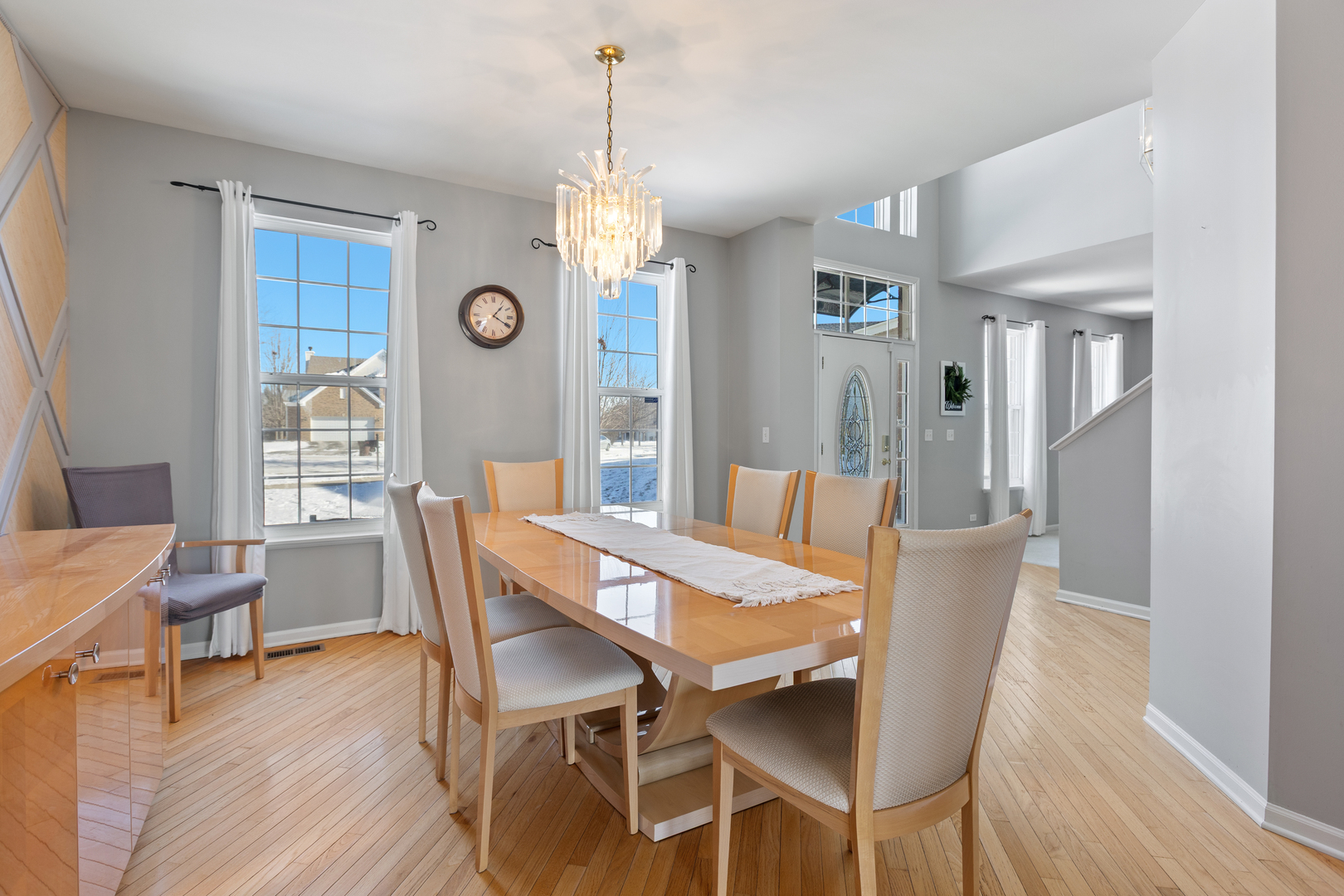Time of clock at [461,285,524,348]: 1:19
